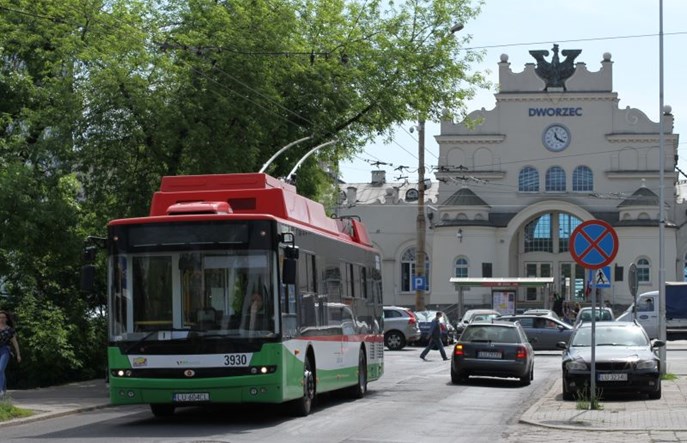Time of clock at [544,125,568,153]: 11:20
